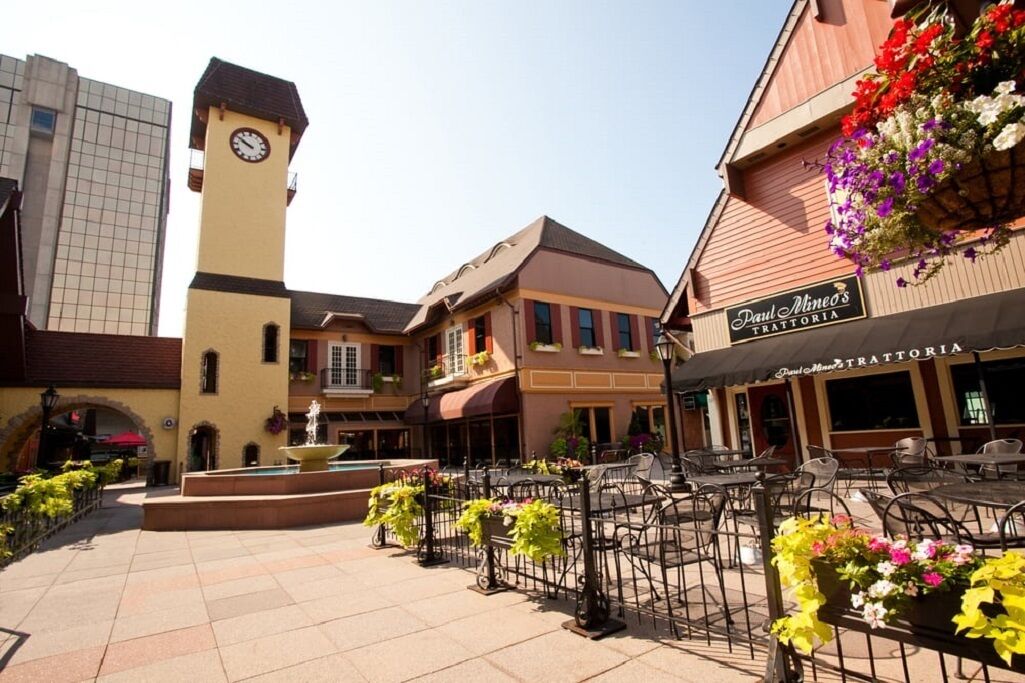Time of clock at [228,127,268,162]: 9:50
